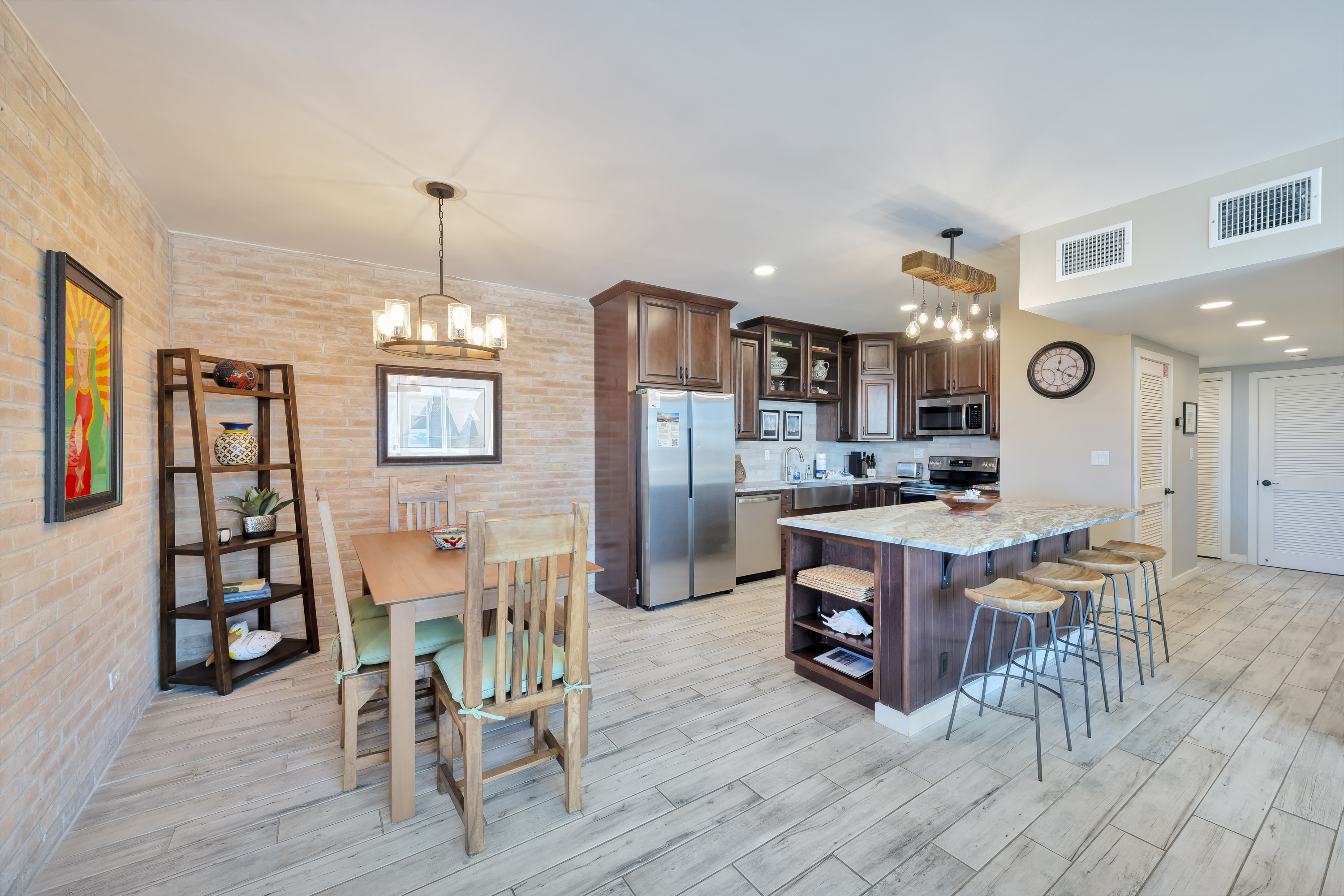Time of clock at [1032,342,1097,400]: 12:20
